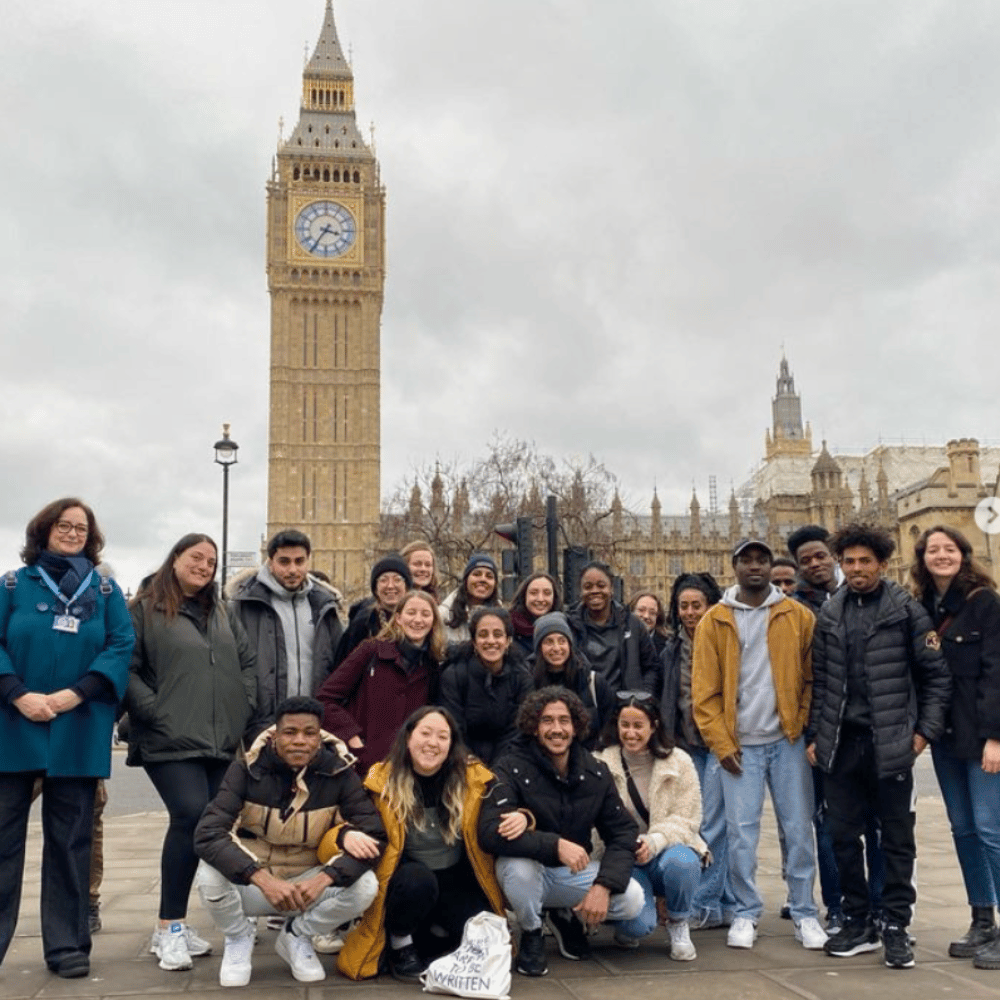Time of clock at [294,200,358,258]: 3:35
